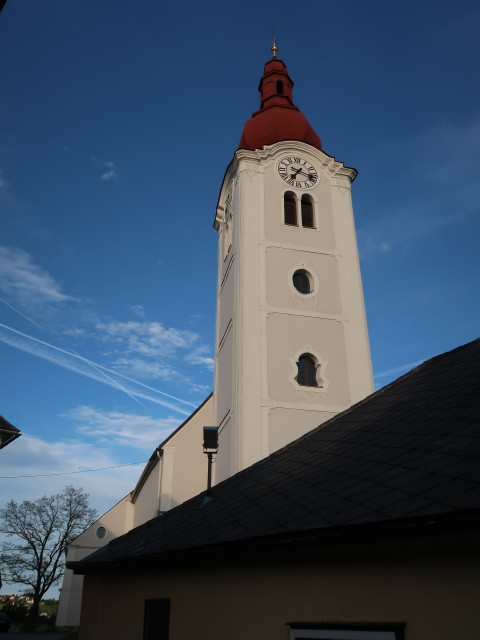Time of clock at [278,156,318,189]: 7:17
